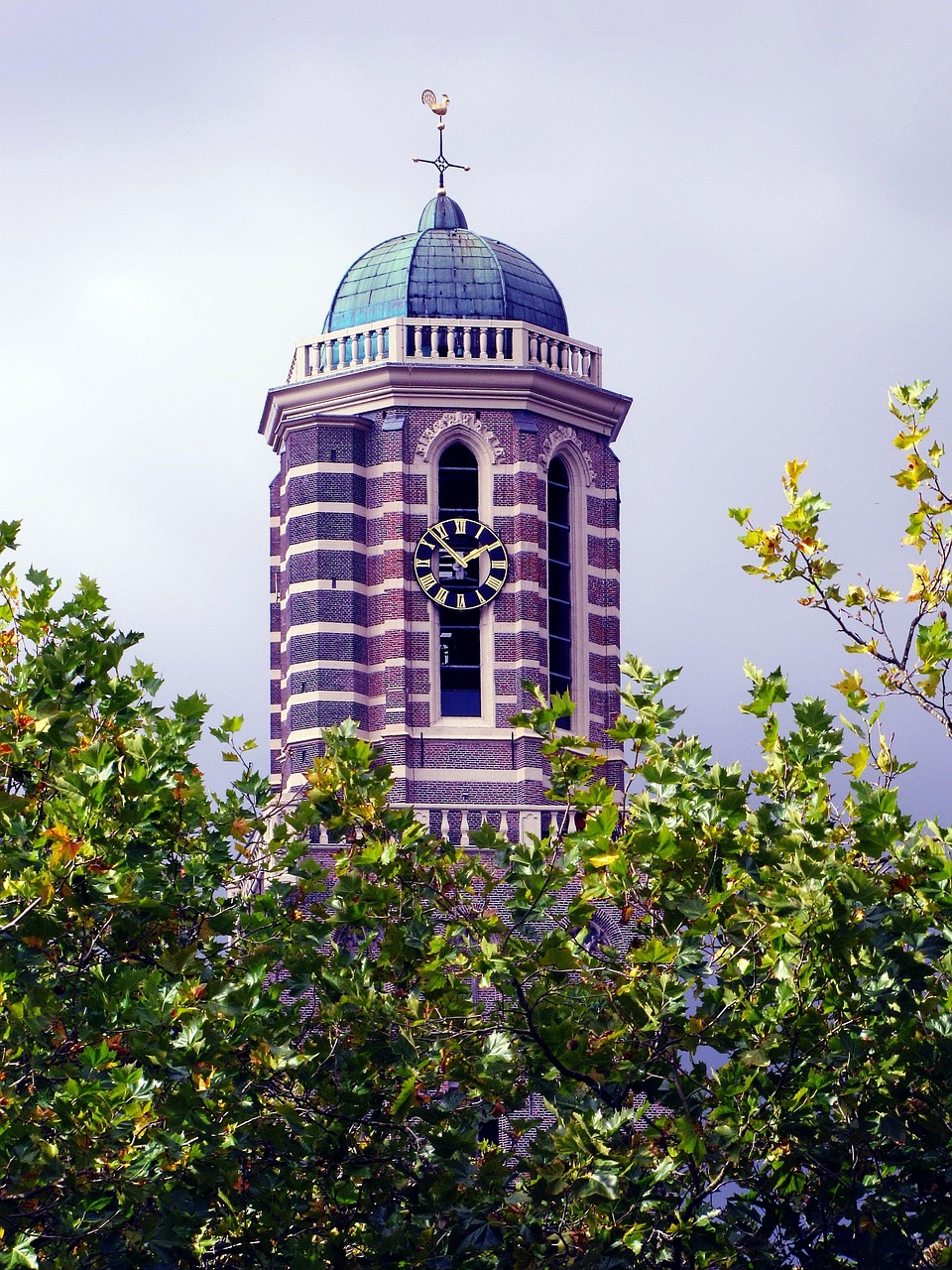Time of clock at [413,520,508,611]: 1:53
